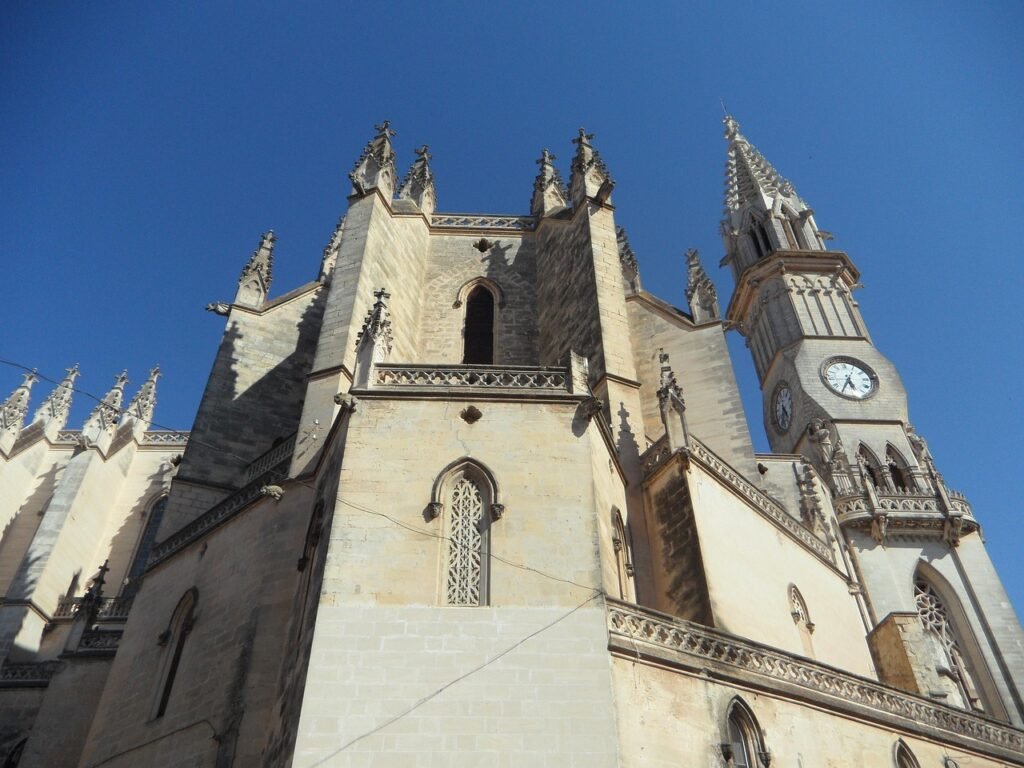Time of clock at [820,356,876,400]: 5:35
